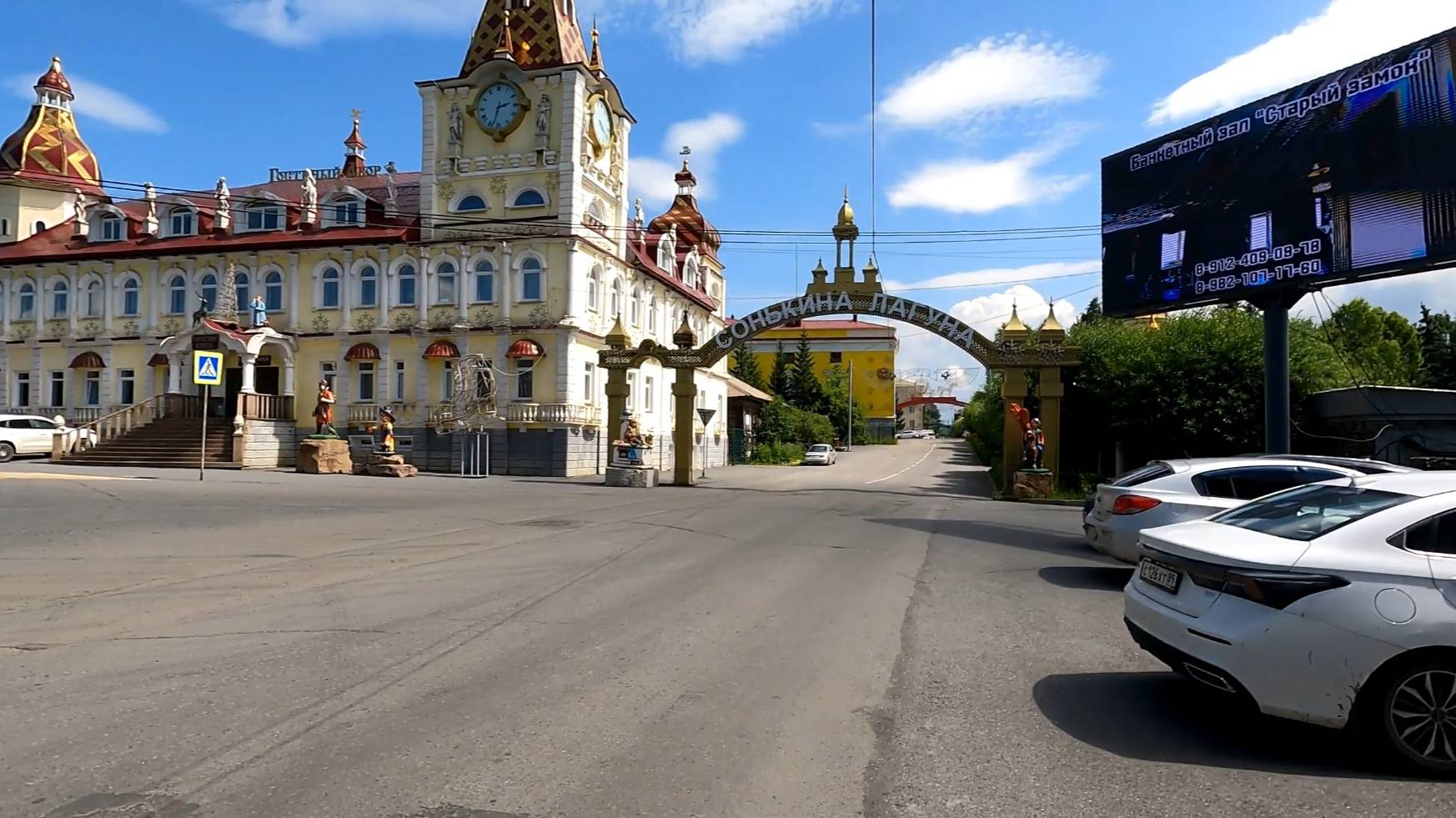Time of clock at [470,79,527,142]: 2:33
